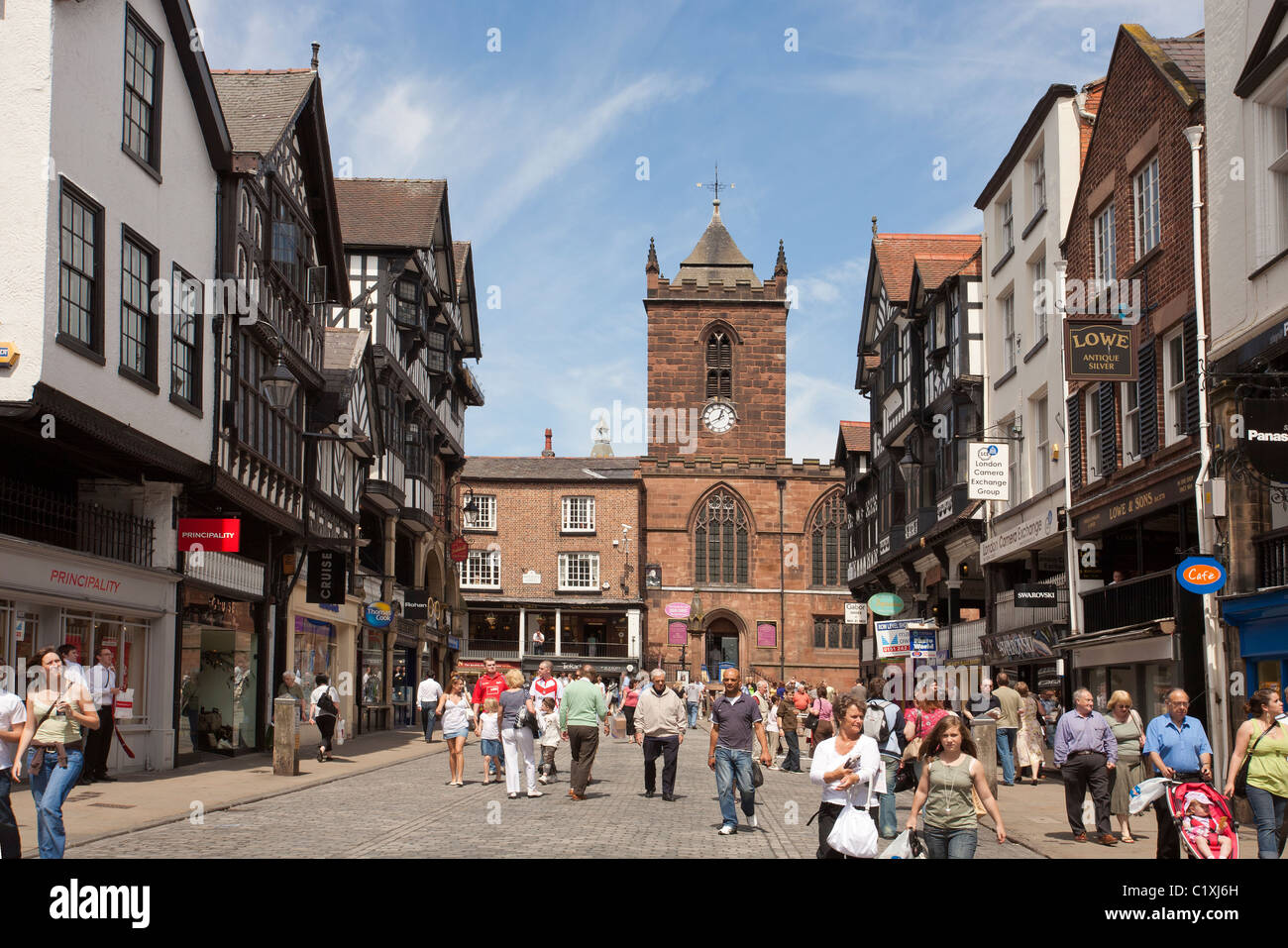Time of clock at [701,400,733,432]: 12:40
